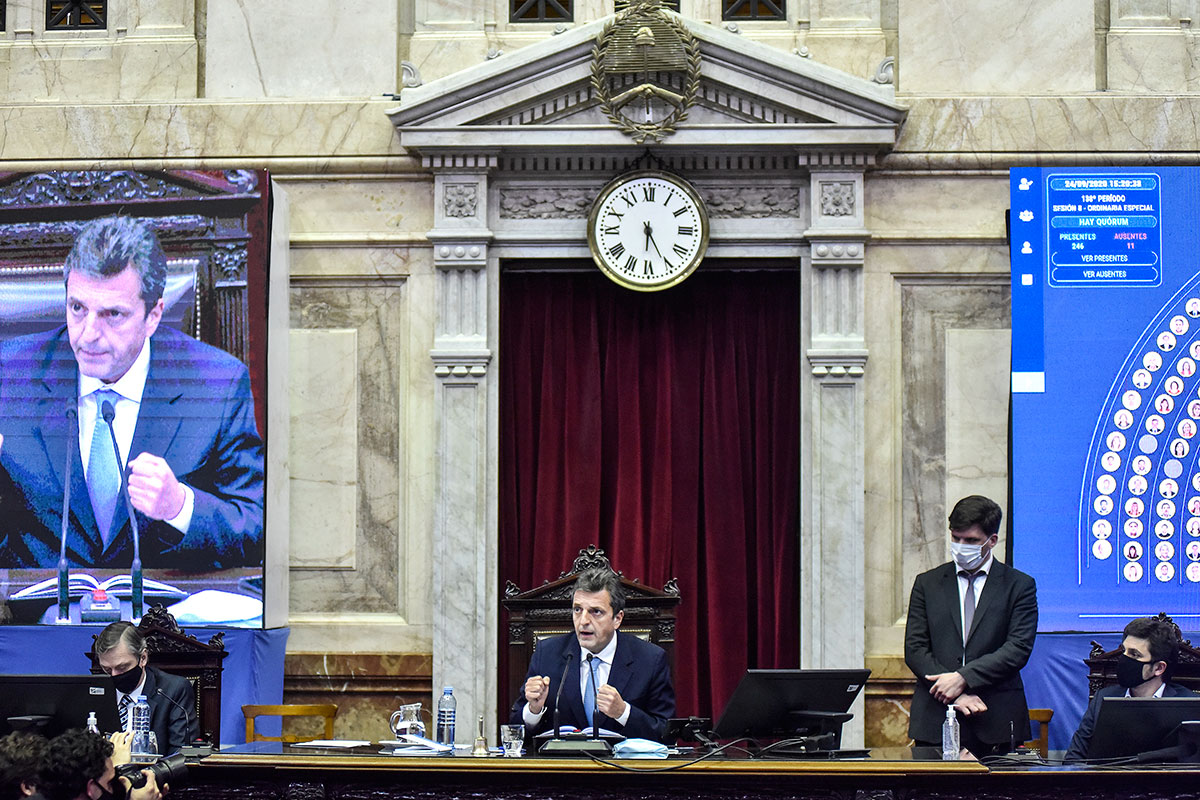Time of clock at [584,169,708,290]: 6:25
